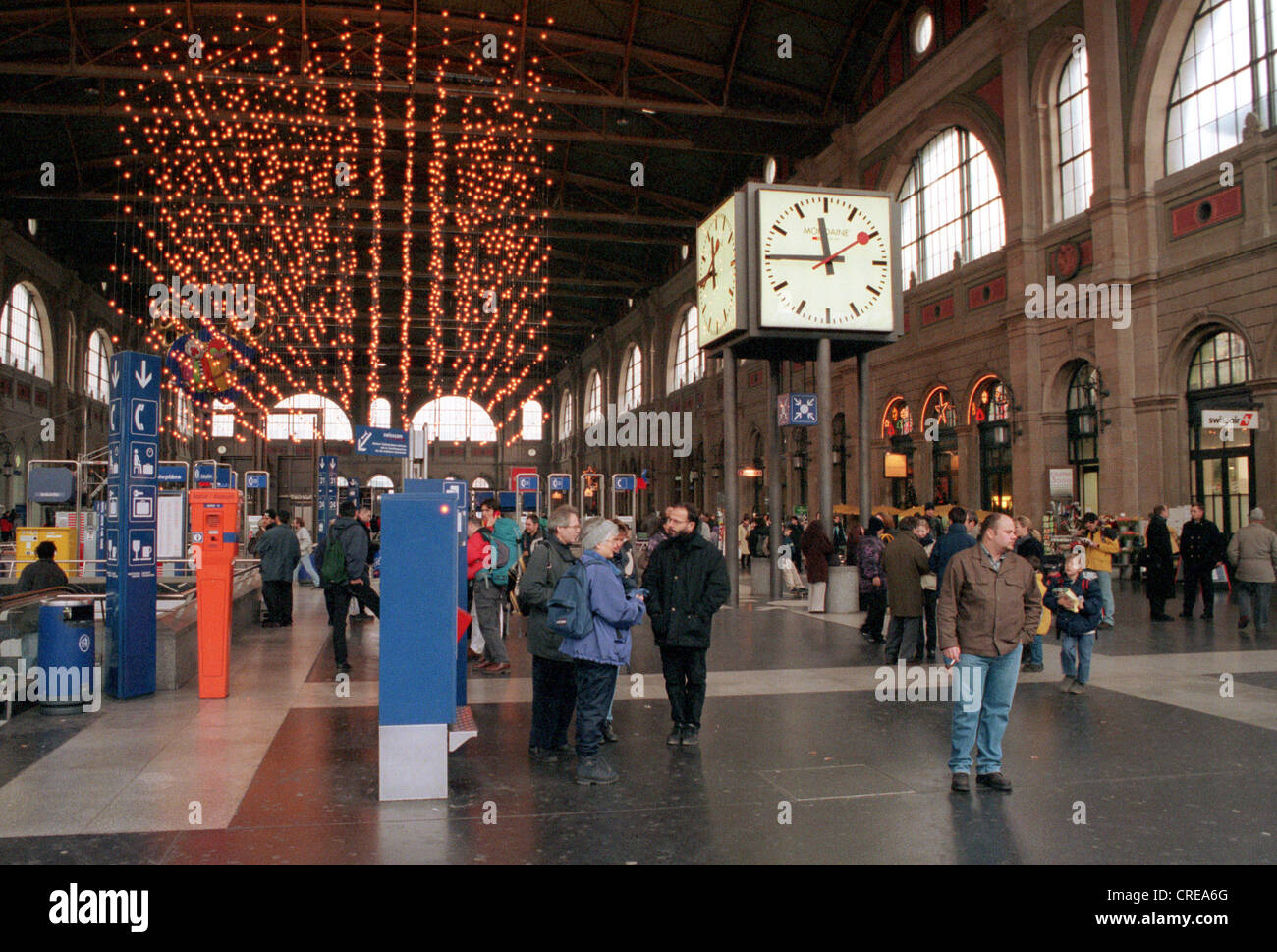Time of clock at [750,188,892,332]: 11:45
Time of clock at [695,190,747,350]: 11:45
